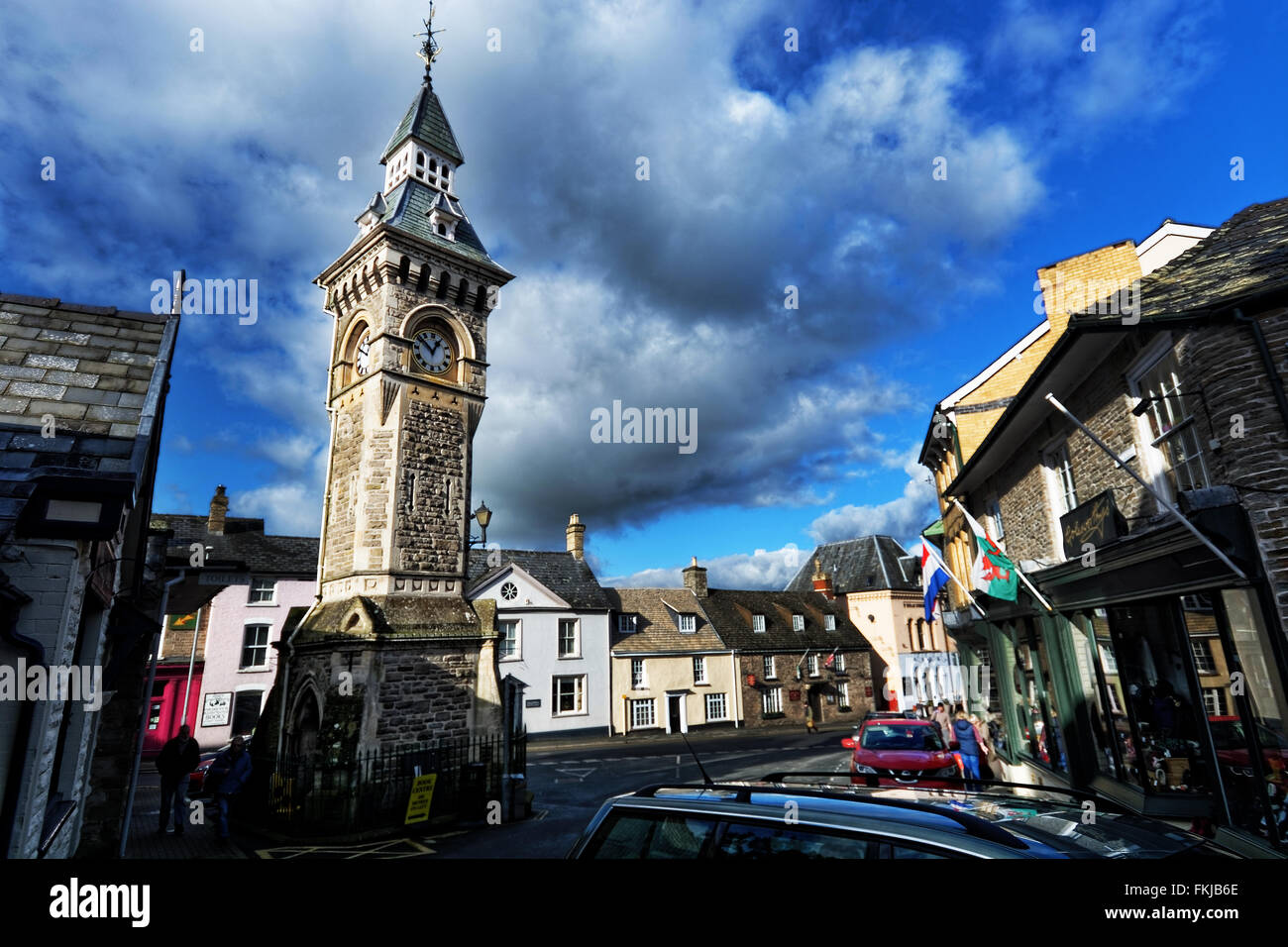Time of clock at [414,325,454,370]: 12:52
